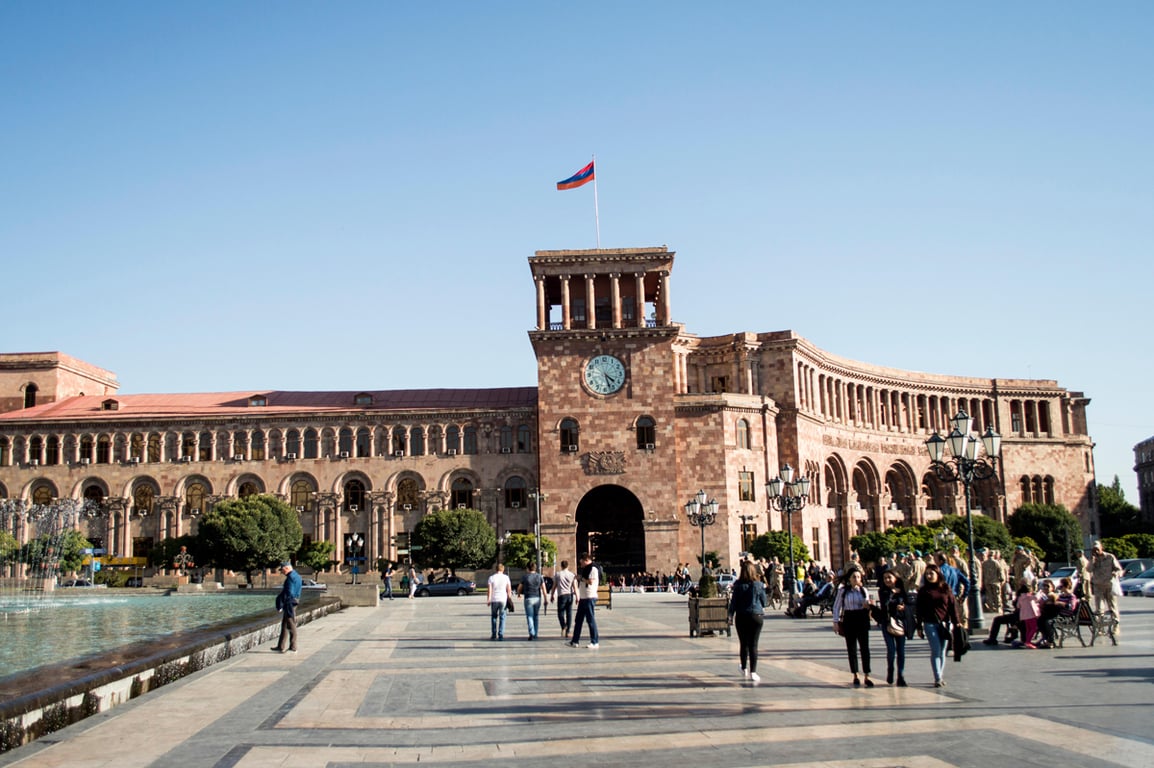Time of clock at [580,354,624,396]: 4:27
